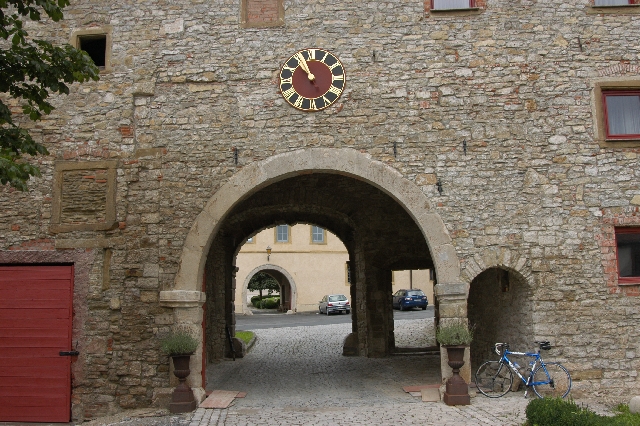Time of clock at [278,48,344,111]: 10:56
